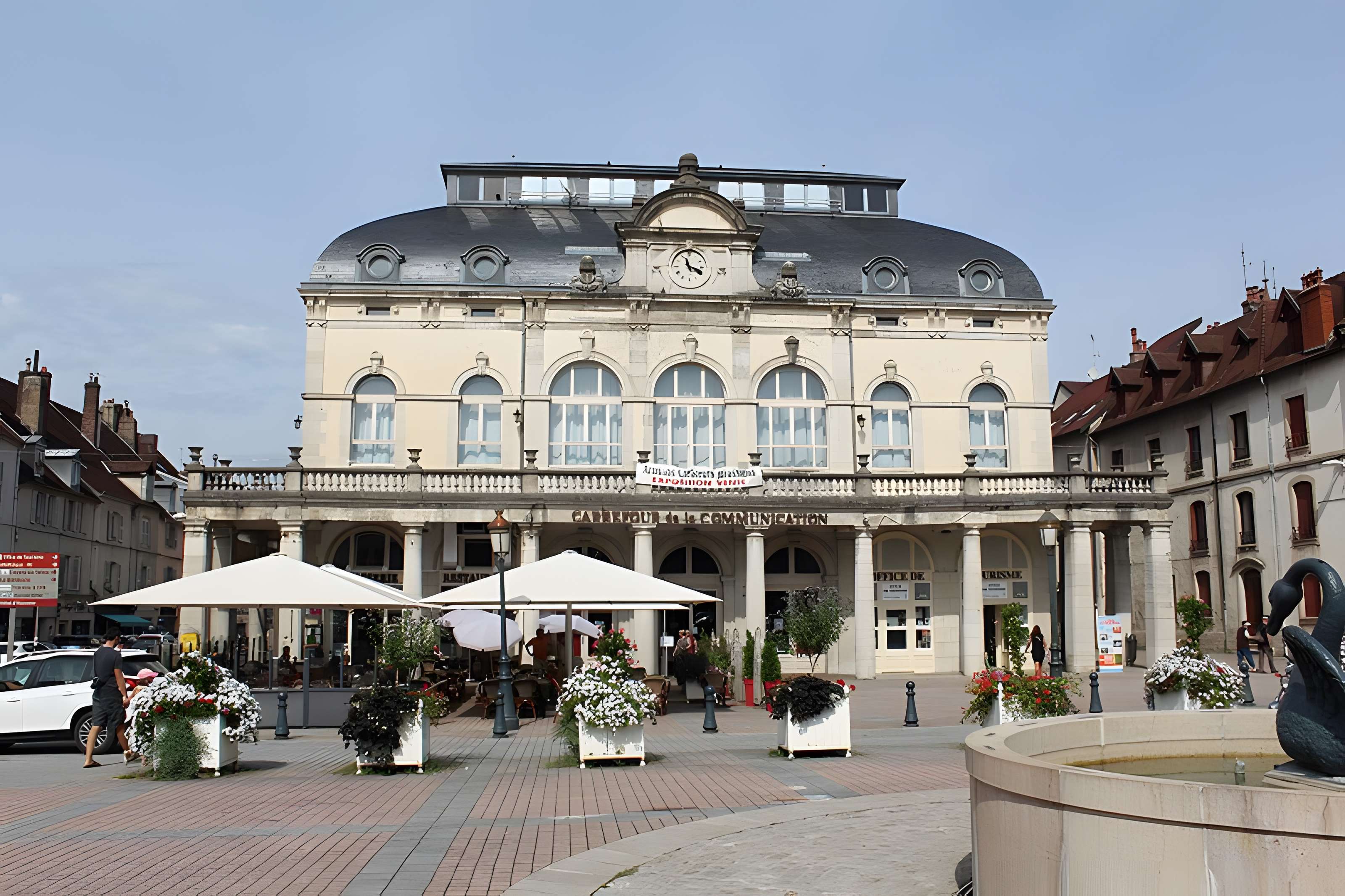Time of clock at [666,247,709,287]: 11:18
